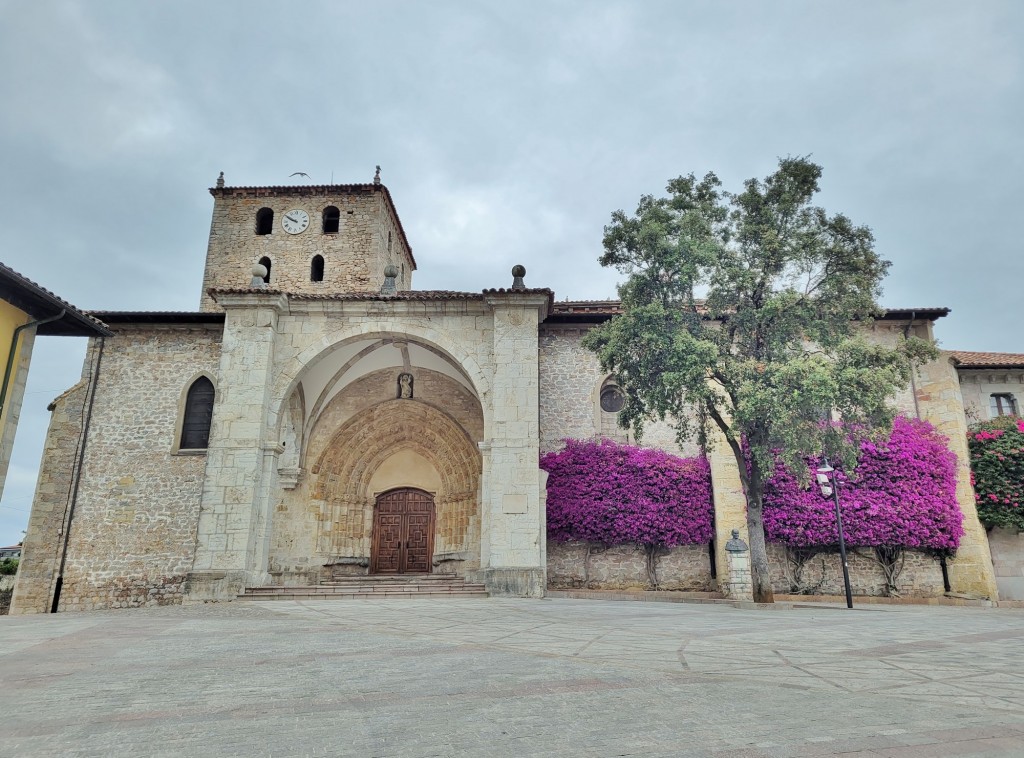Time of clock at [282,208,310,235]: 9:50
